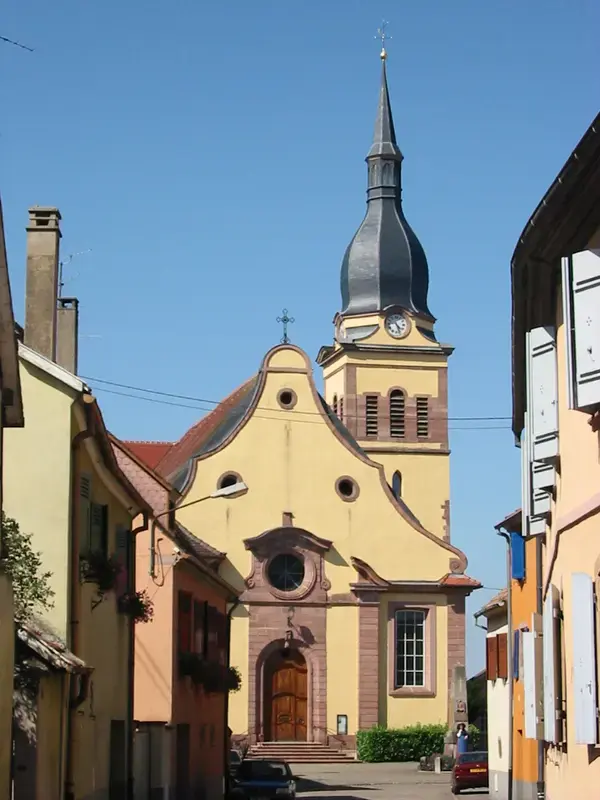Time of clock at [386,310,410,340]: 4:26
